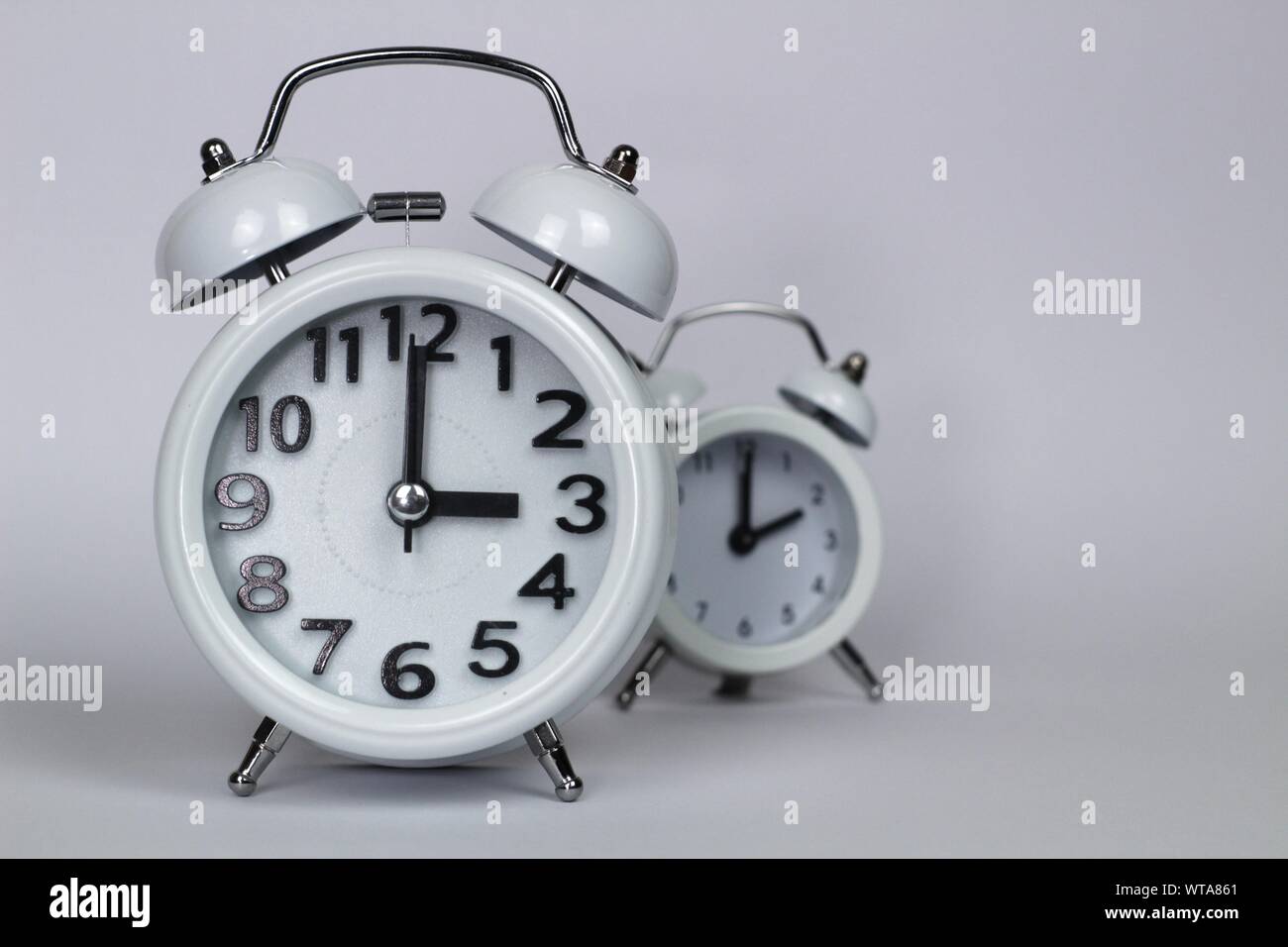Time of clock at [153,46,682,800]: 3:00
